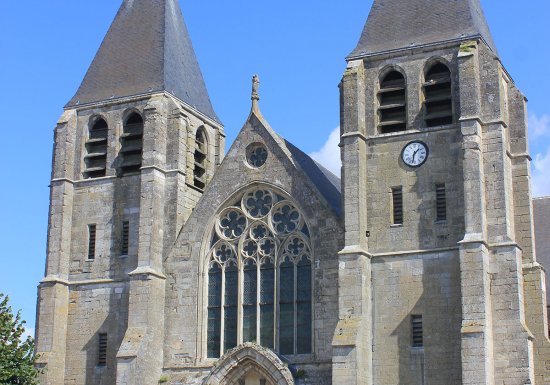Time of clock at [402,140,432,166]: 1:32
